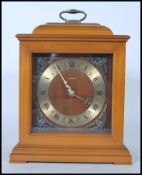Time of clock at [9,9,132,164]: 3:54
